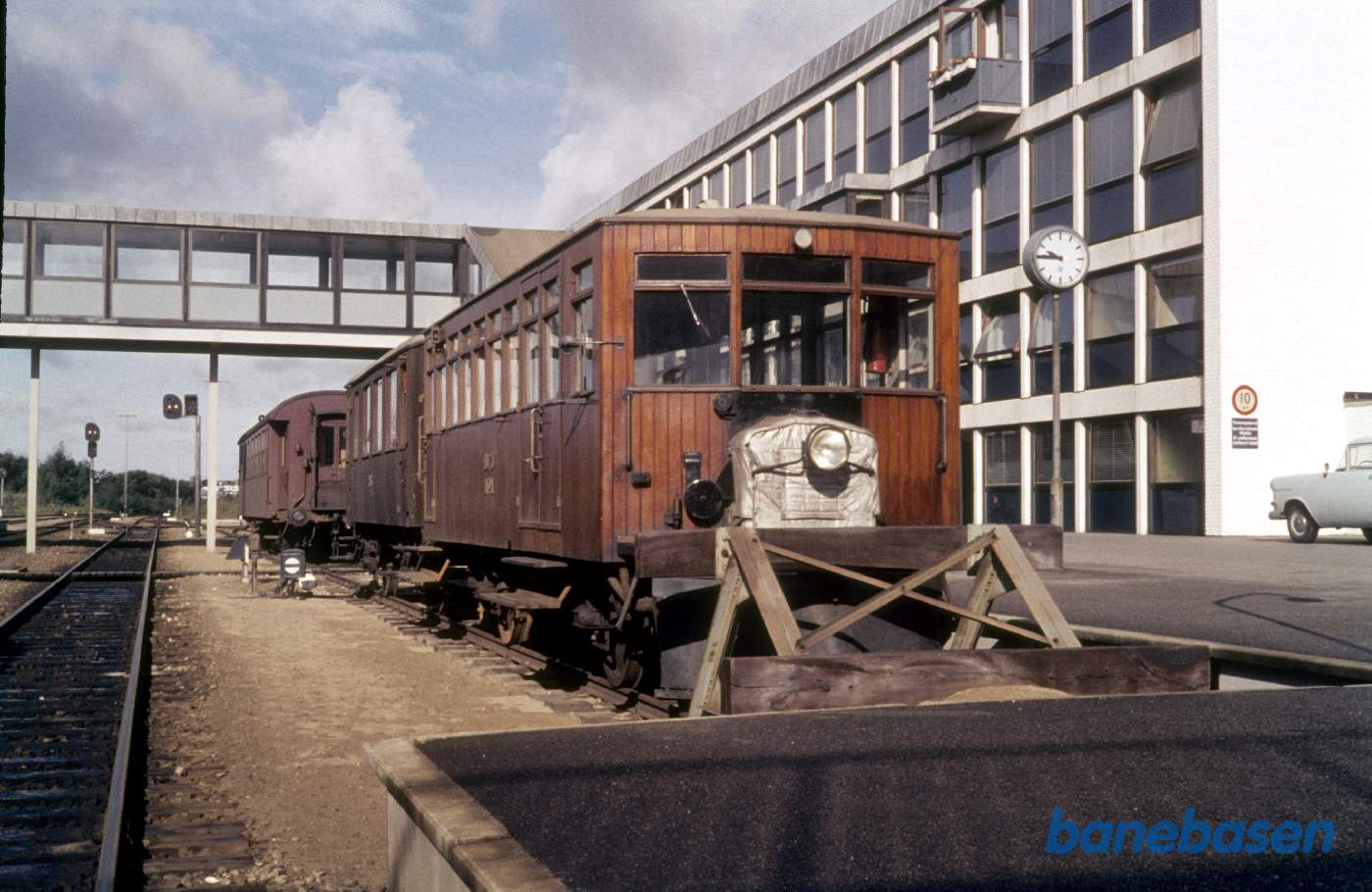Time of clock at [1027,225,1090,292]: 9:45
